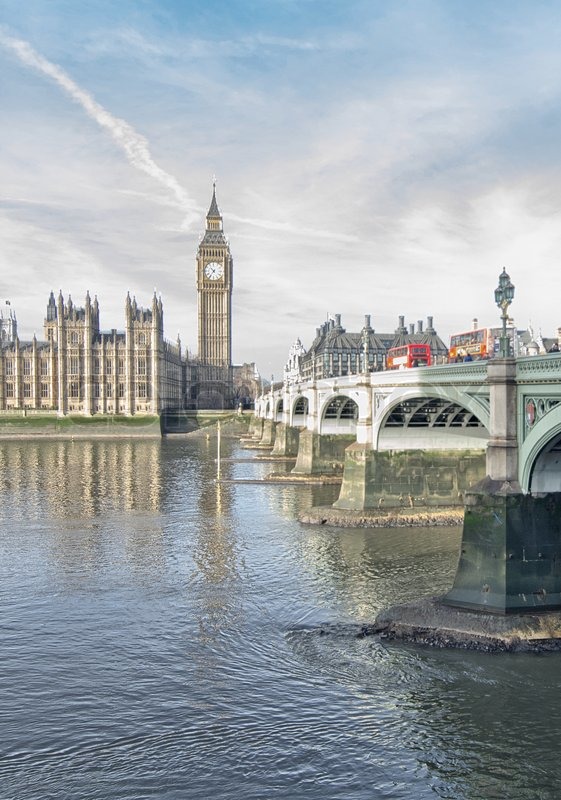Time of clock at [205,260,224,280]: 10:36
